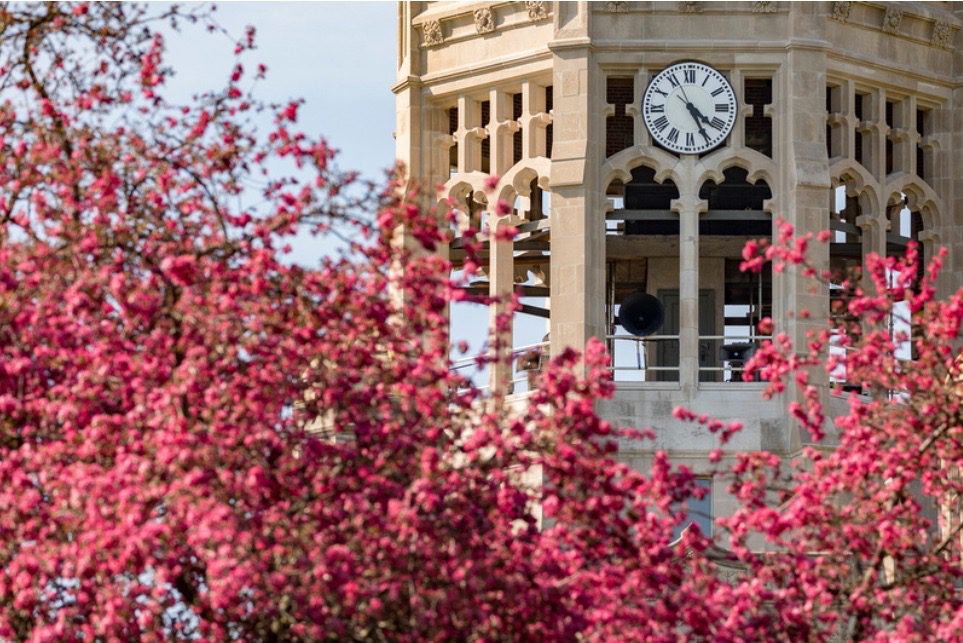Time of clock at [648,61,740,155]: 4:25
